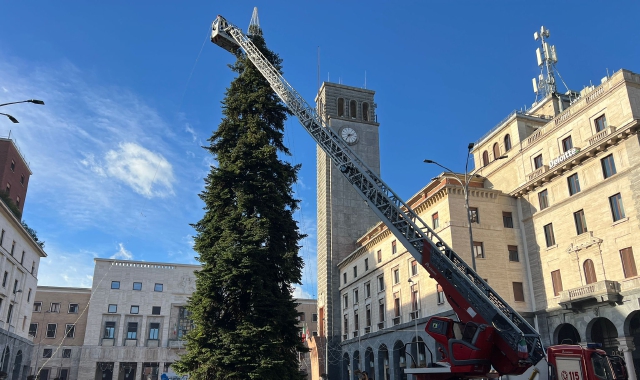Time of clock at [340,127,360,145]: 2:36
